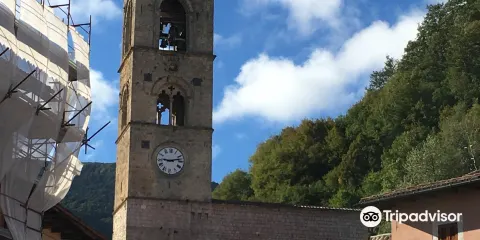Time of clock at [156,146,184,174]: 9:12
